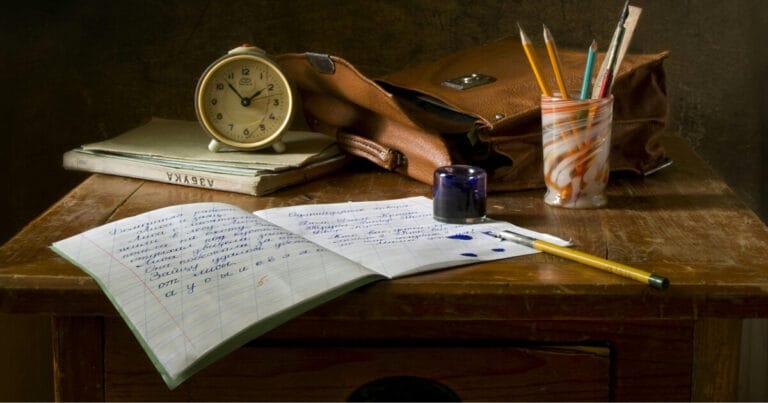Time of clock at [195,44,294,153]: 1:52
